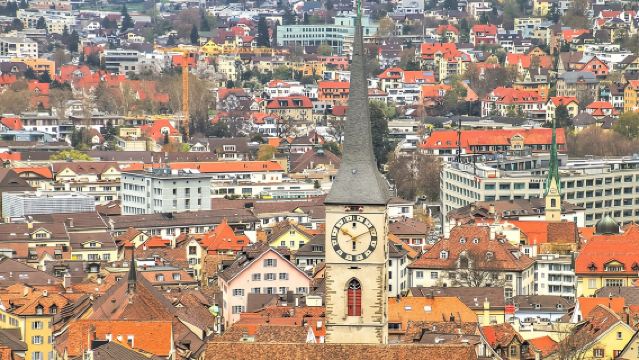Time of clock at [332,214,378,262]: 5:50
